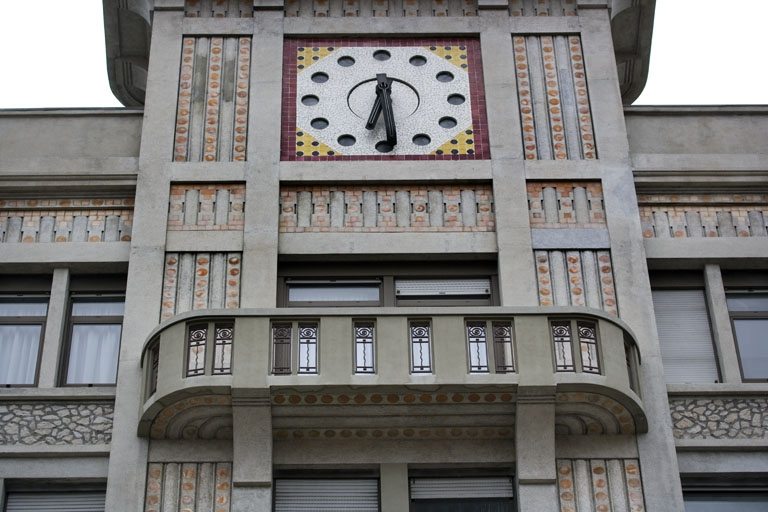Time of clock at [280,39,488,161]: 6:29
